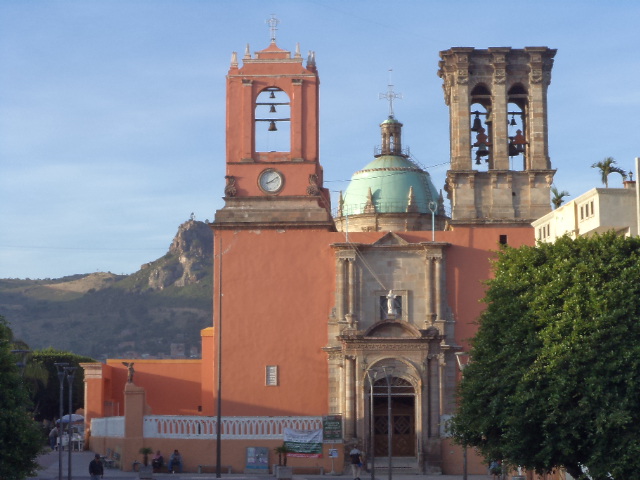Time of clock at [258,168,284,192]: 8:09
